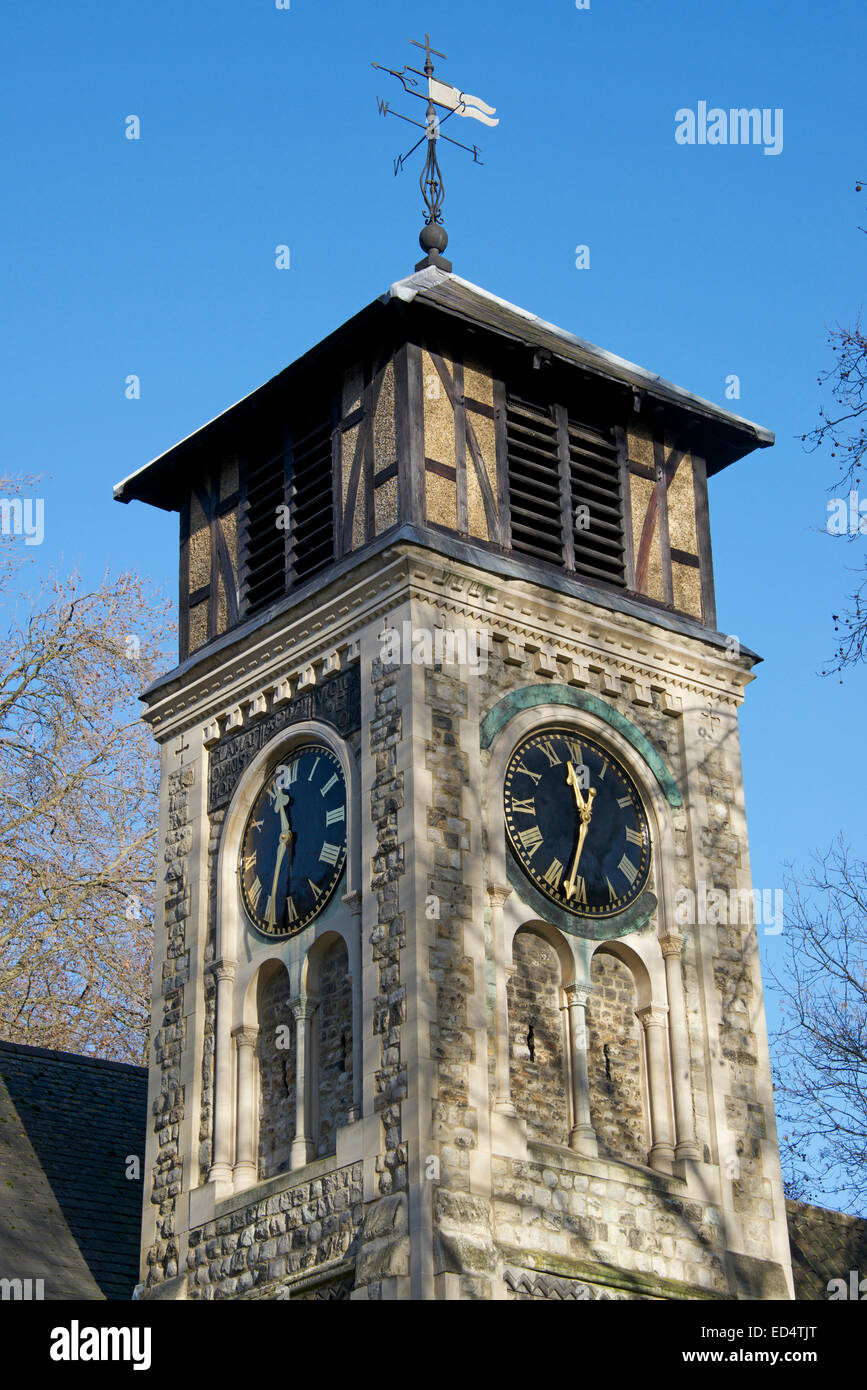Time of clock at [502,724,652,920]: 11:32
